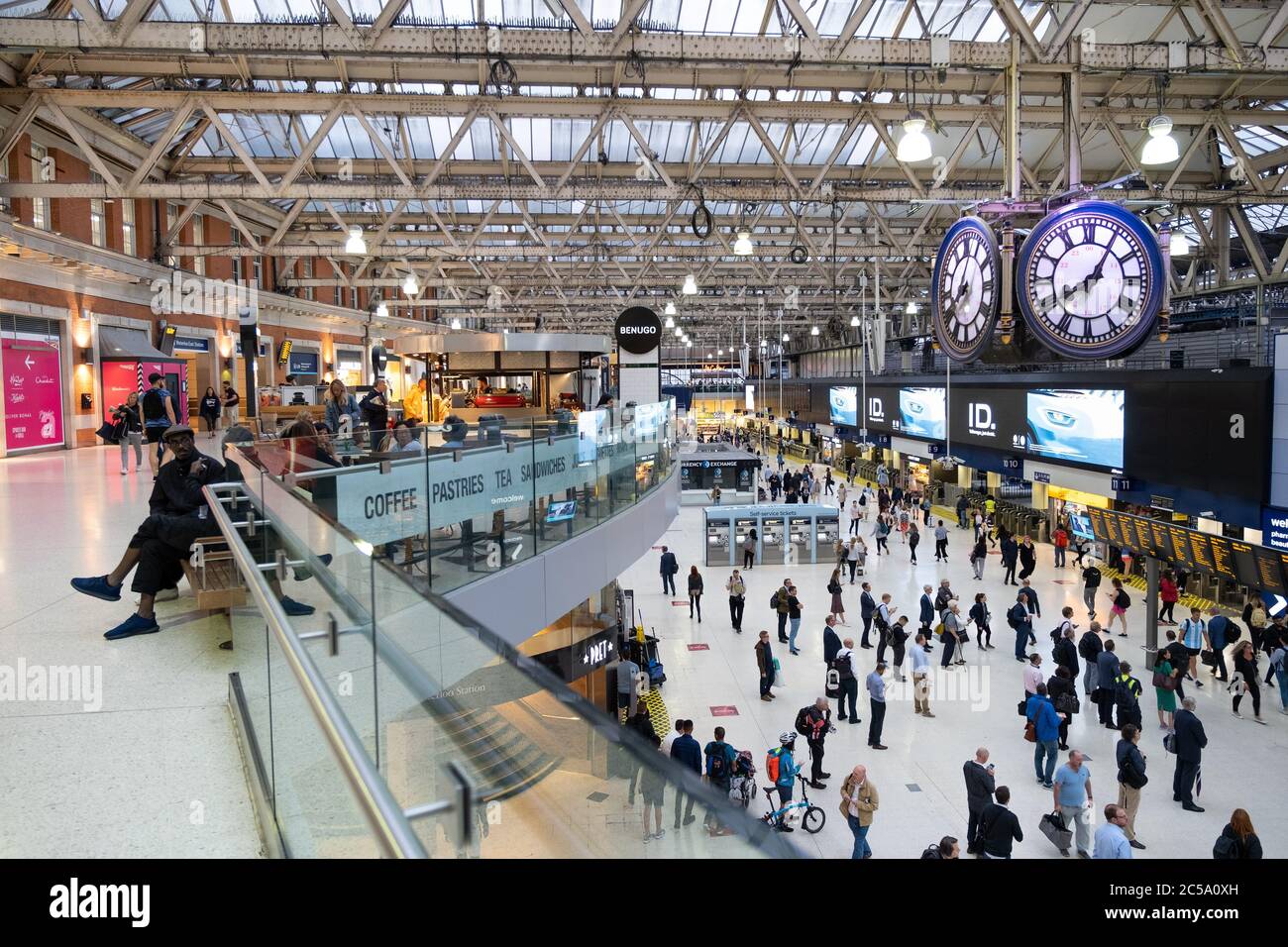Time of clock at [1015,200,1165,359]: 8:05
